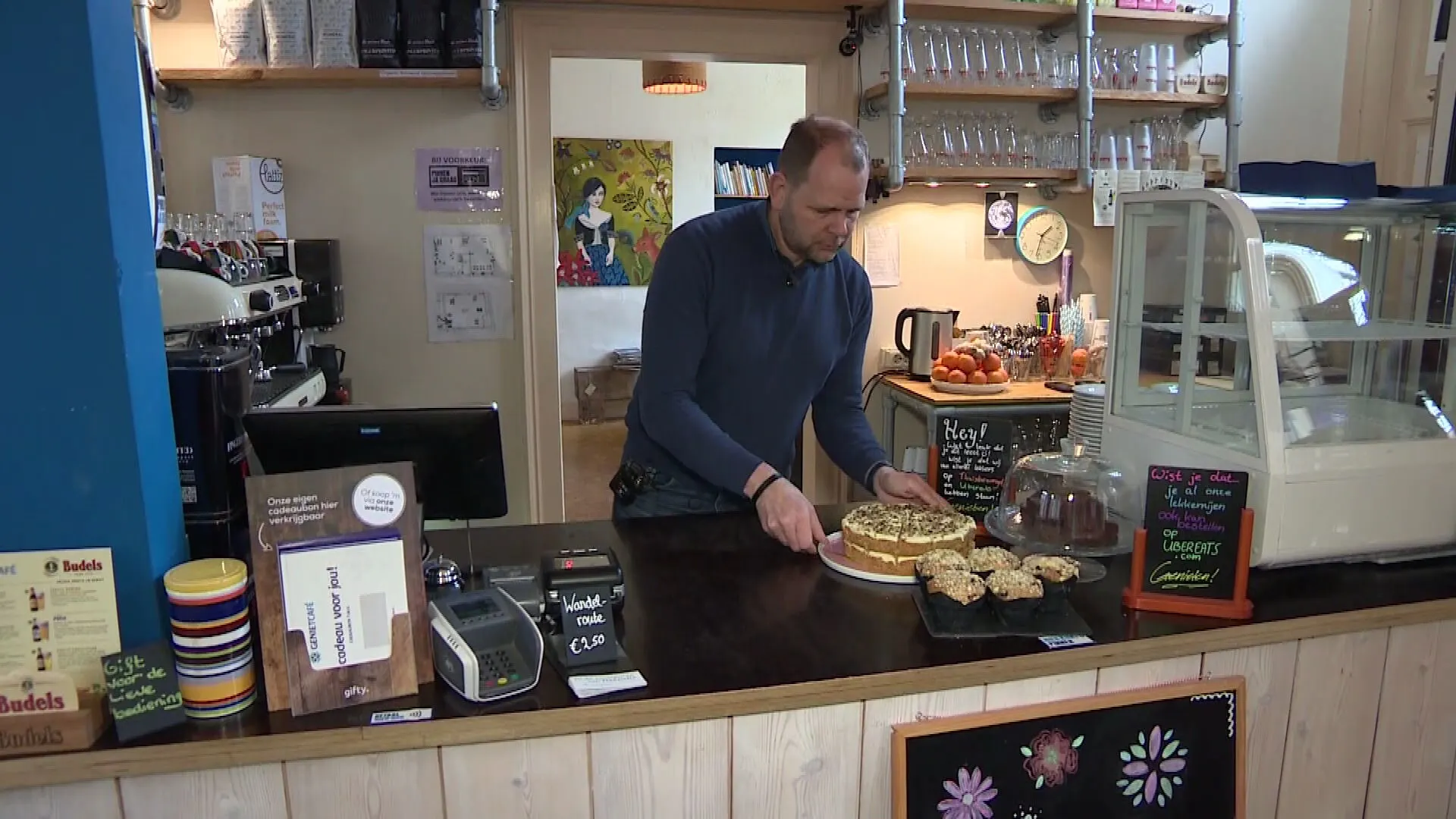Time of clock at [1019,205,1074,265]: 1:32
